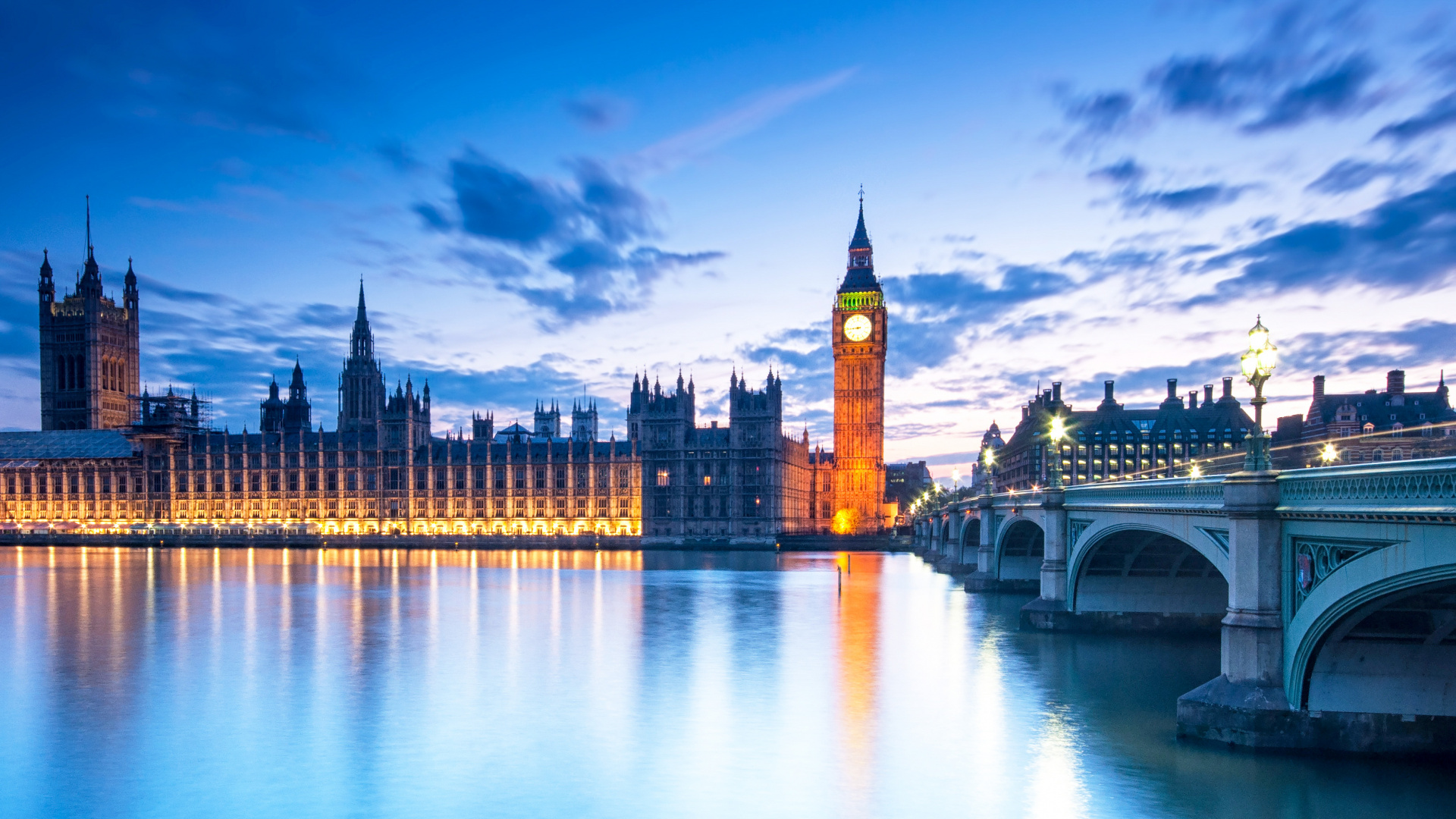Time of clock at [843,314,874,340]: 8:44
